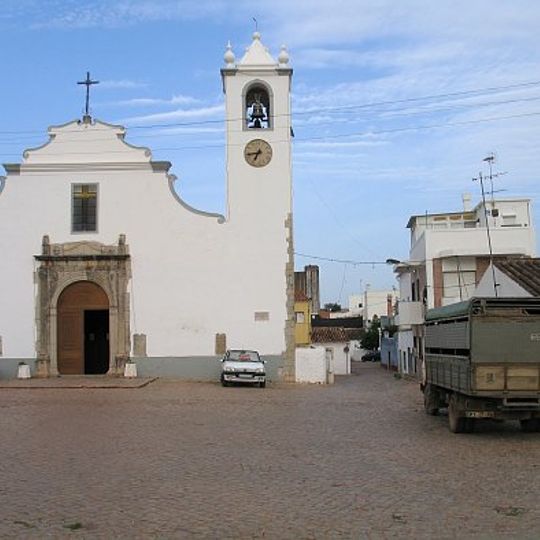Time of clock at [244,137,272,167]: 6:43
